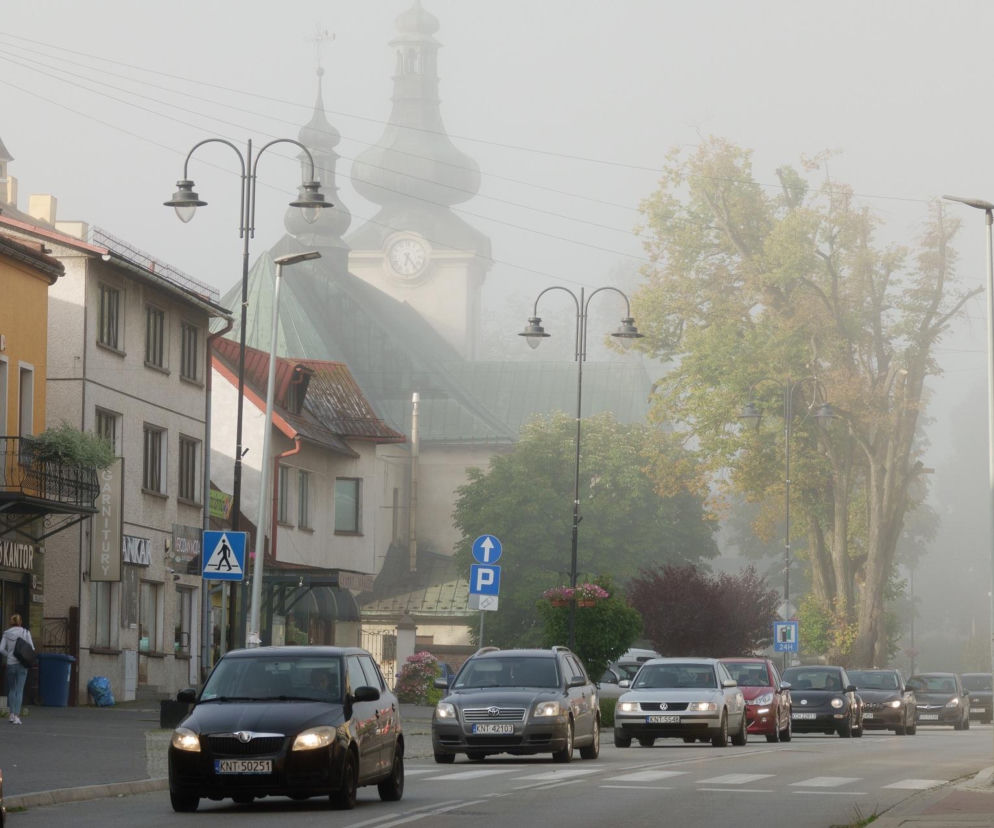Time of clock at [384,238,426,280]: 6:23
